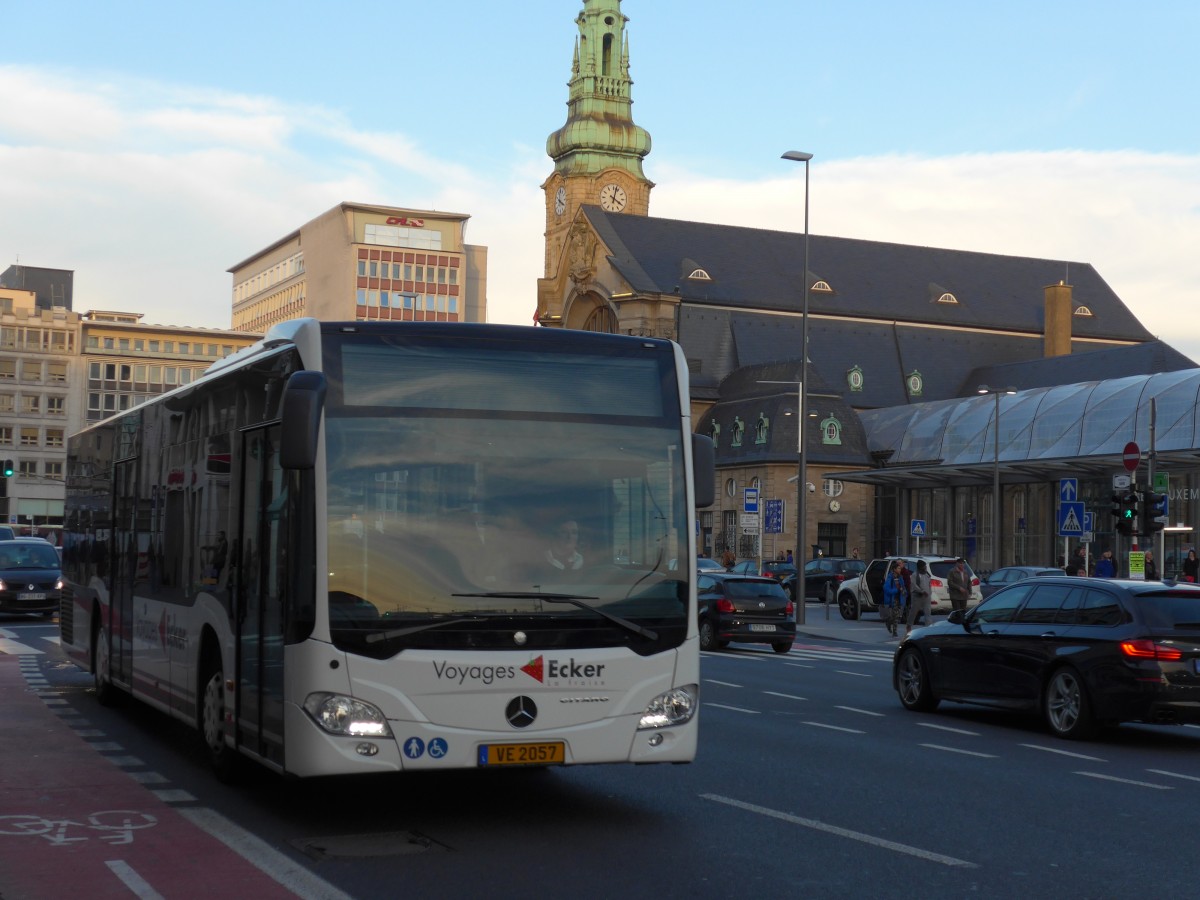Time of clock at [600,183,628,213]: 4:02
